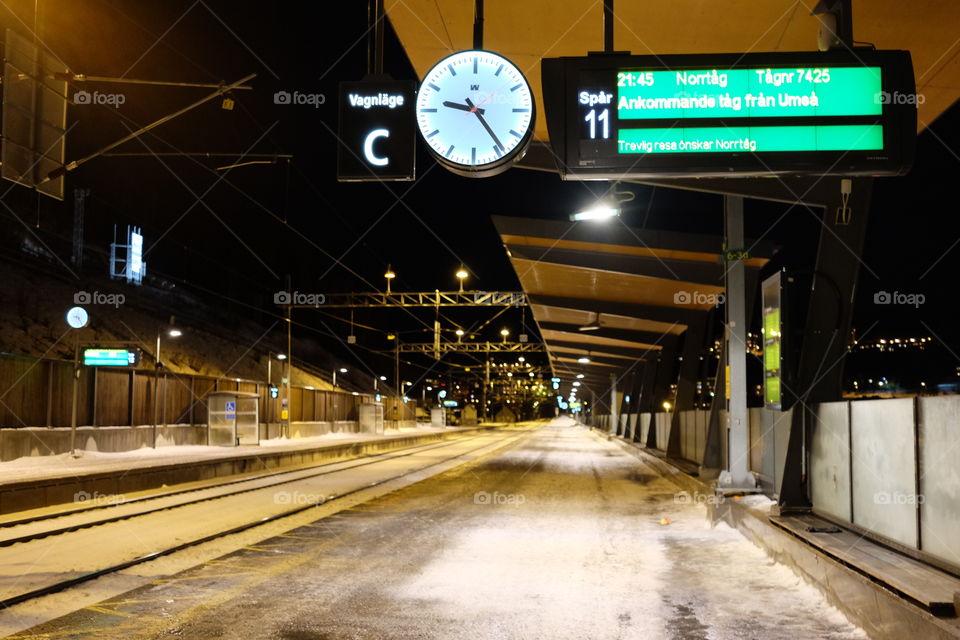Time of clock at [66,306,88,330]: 9:24
